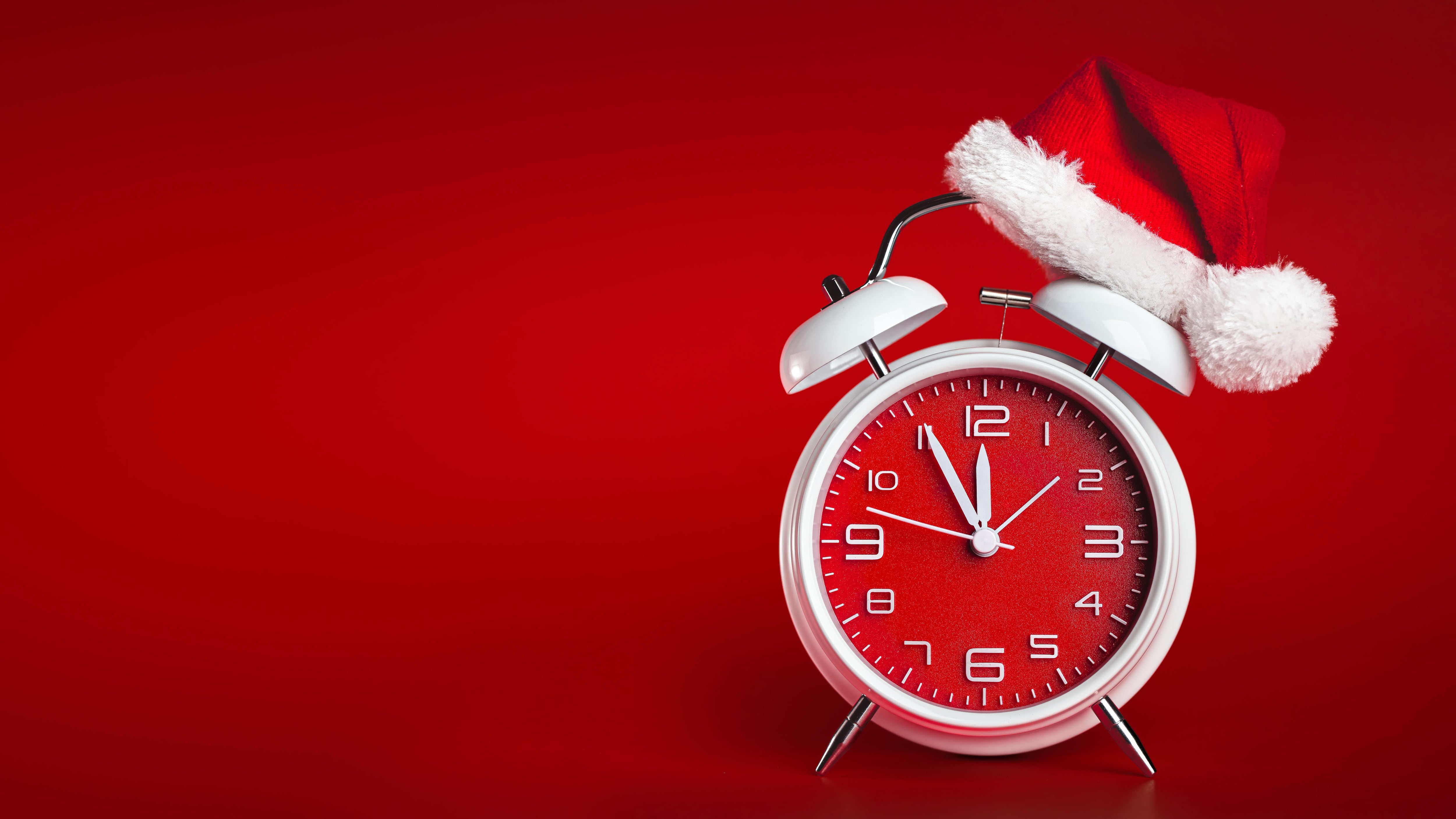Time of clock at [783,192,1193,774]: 11:55
